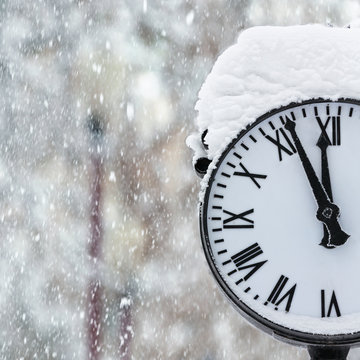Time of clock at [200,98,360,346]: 11:55
